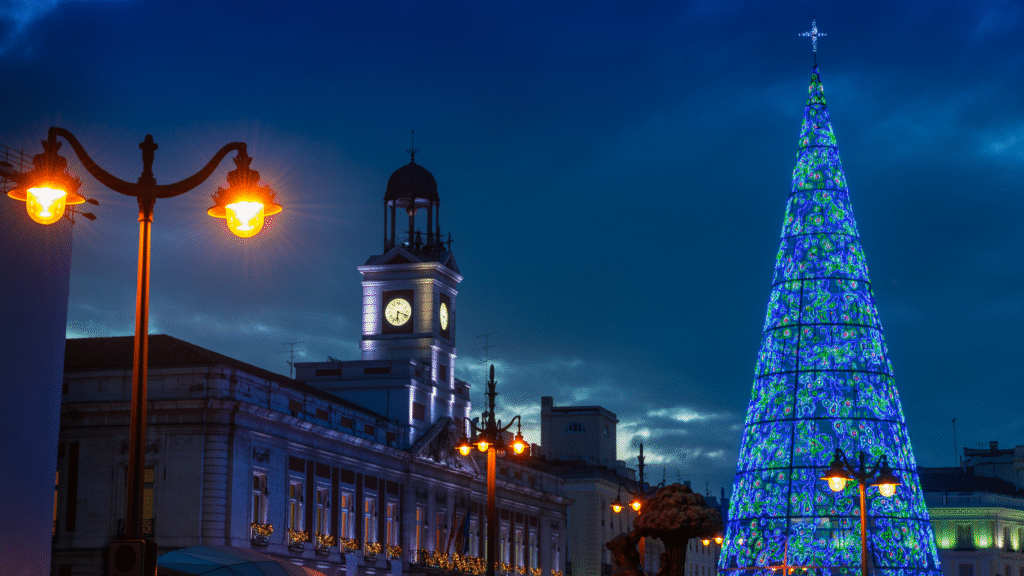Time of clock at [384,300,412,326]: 6:18
